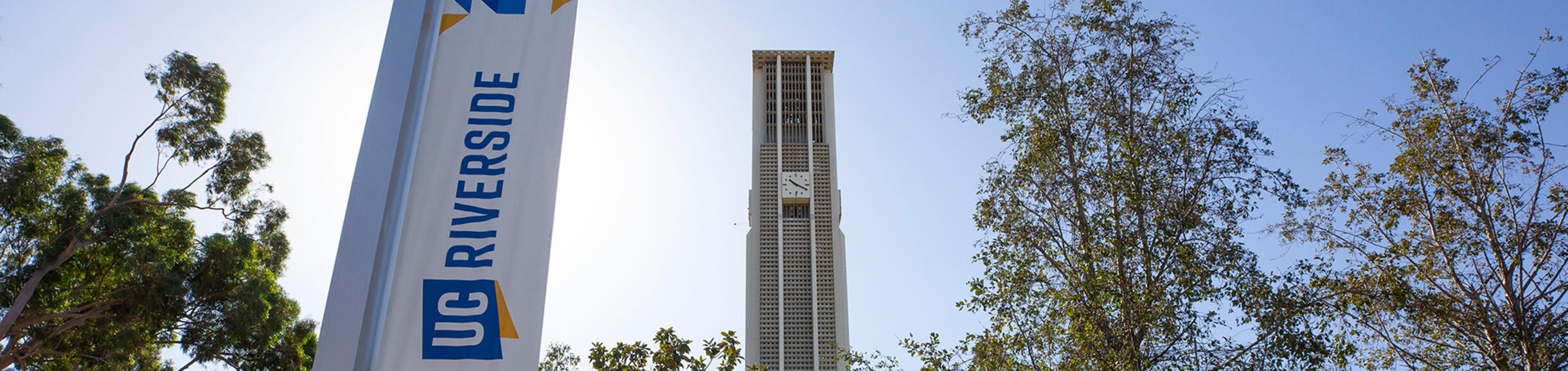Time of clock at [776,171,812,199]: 10:19
